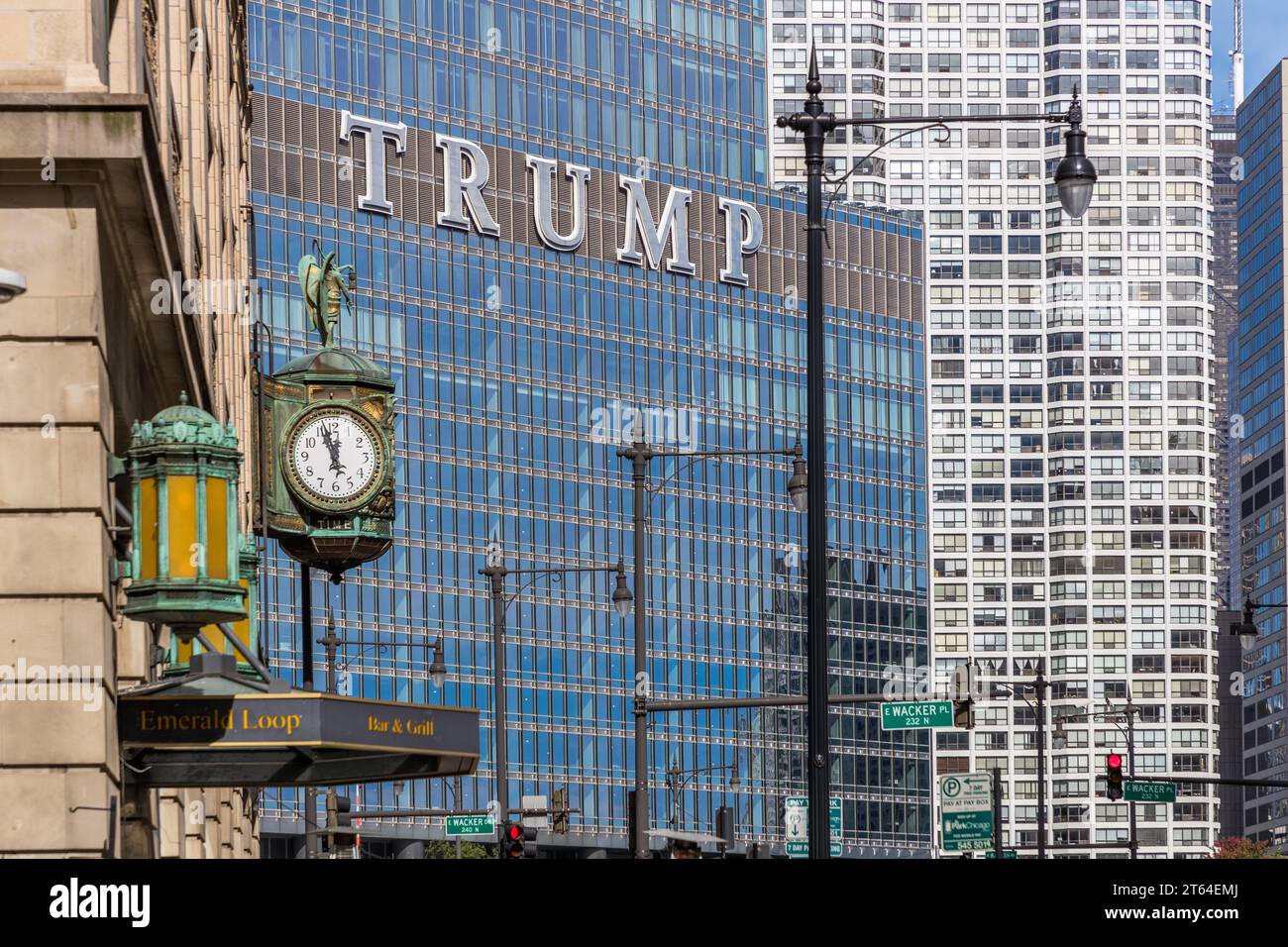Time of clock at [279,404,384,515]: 11:56
